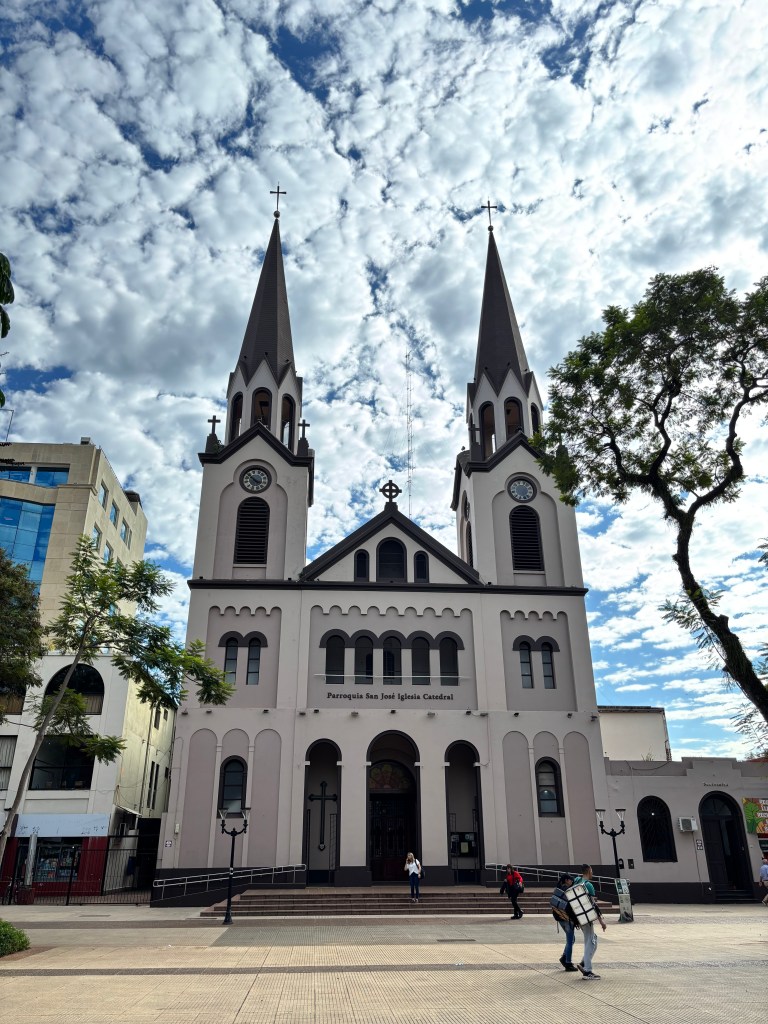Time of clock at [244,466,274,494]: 3:52
